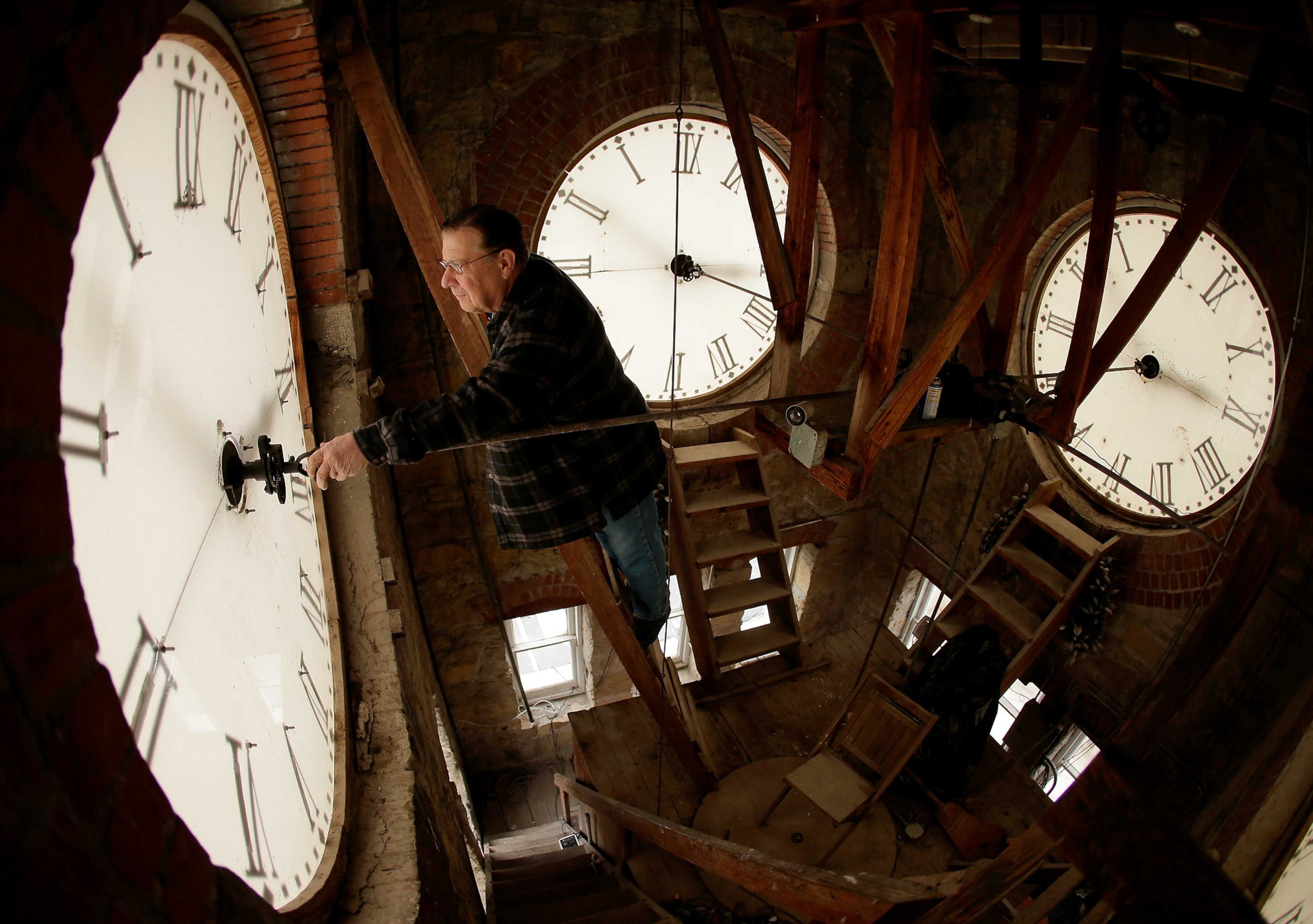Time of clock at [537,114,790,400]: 5:59
